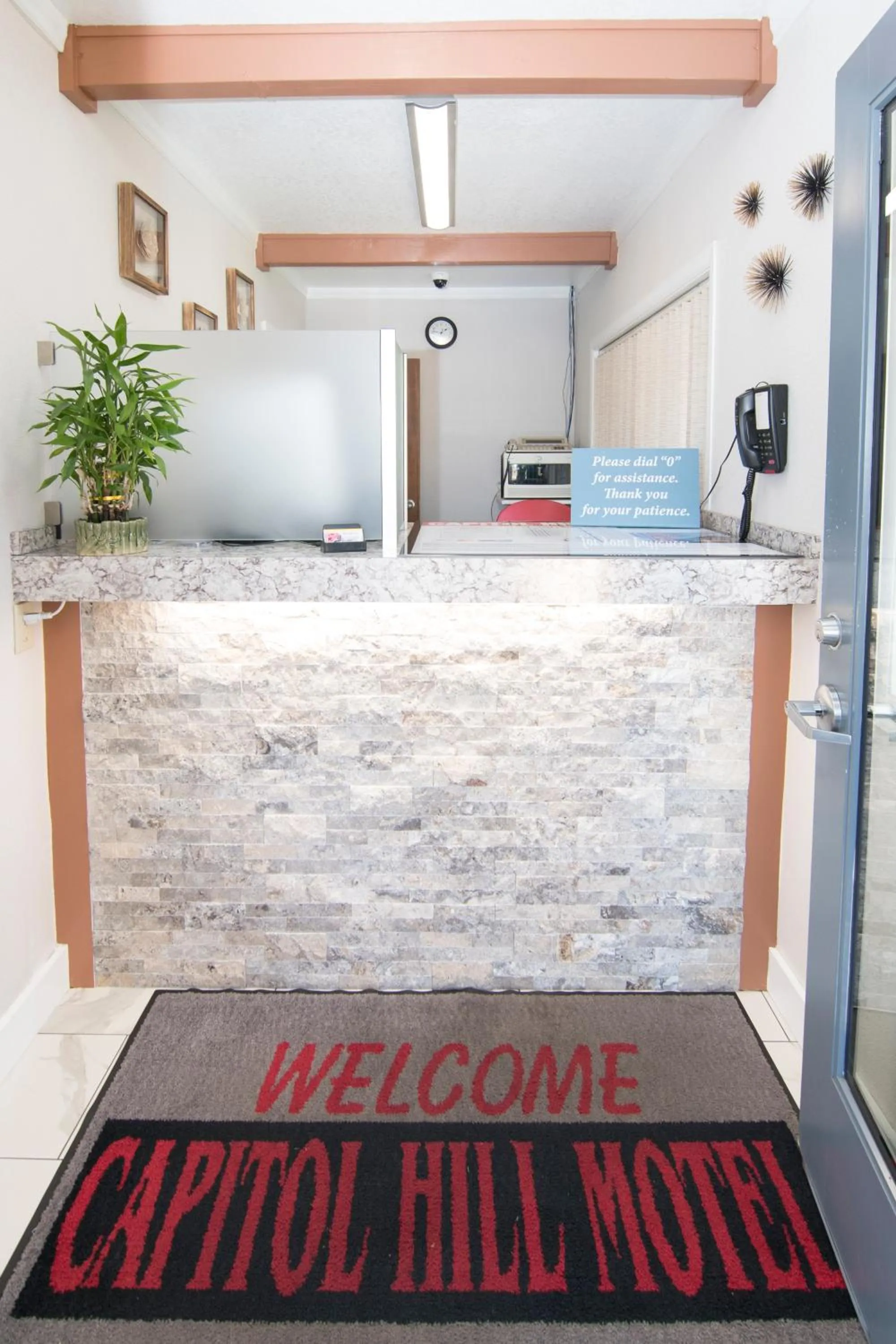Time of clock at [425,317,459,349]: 1:46
